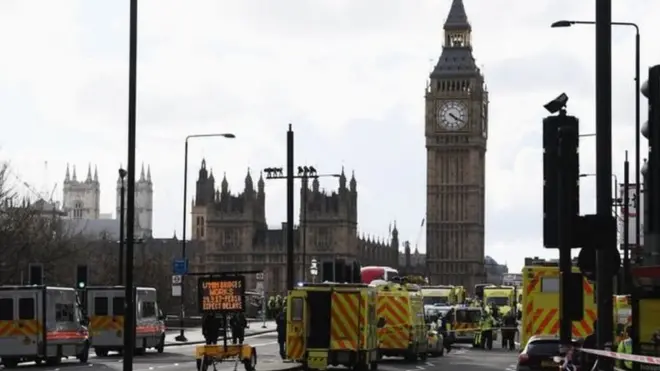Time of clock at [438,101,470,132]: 4:19
